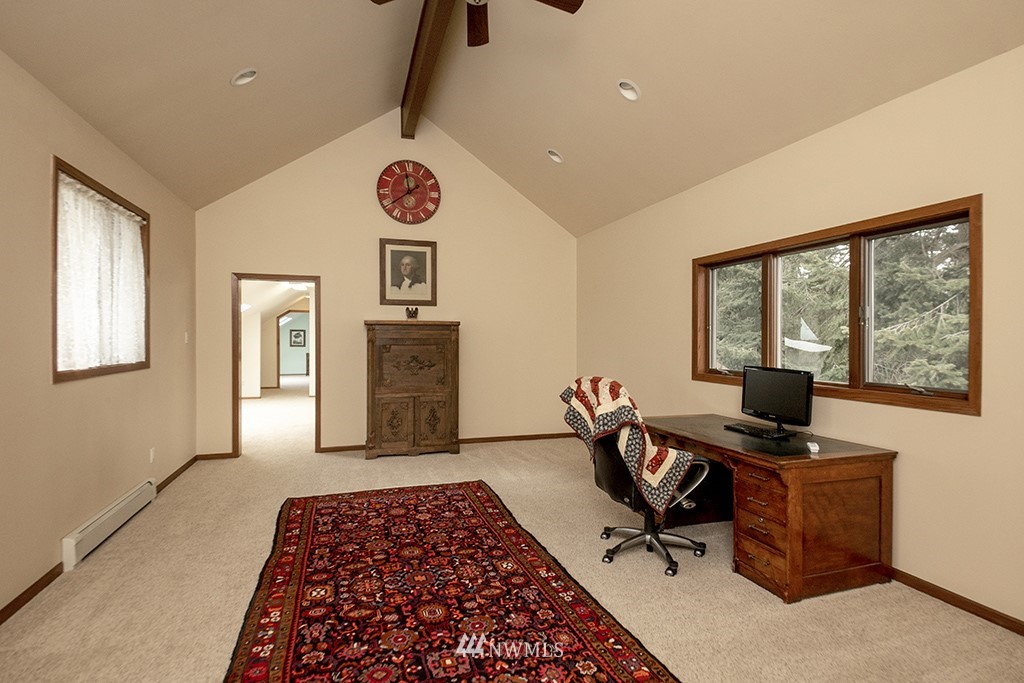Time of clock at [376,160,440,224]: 11:39
